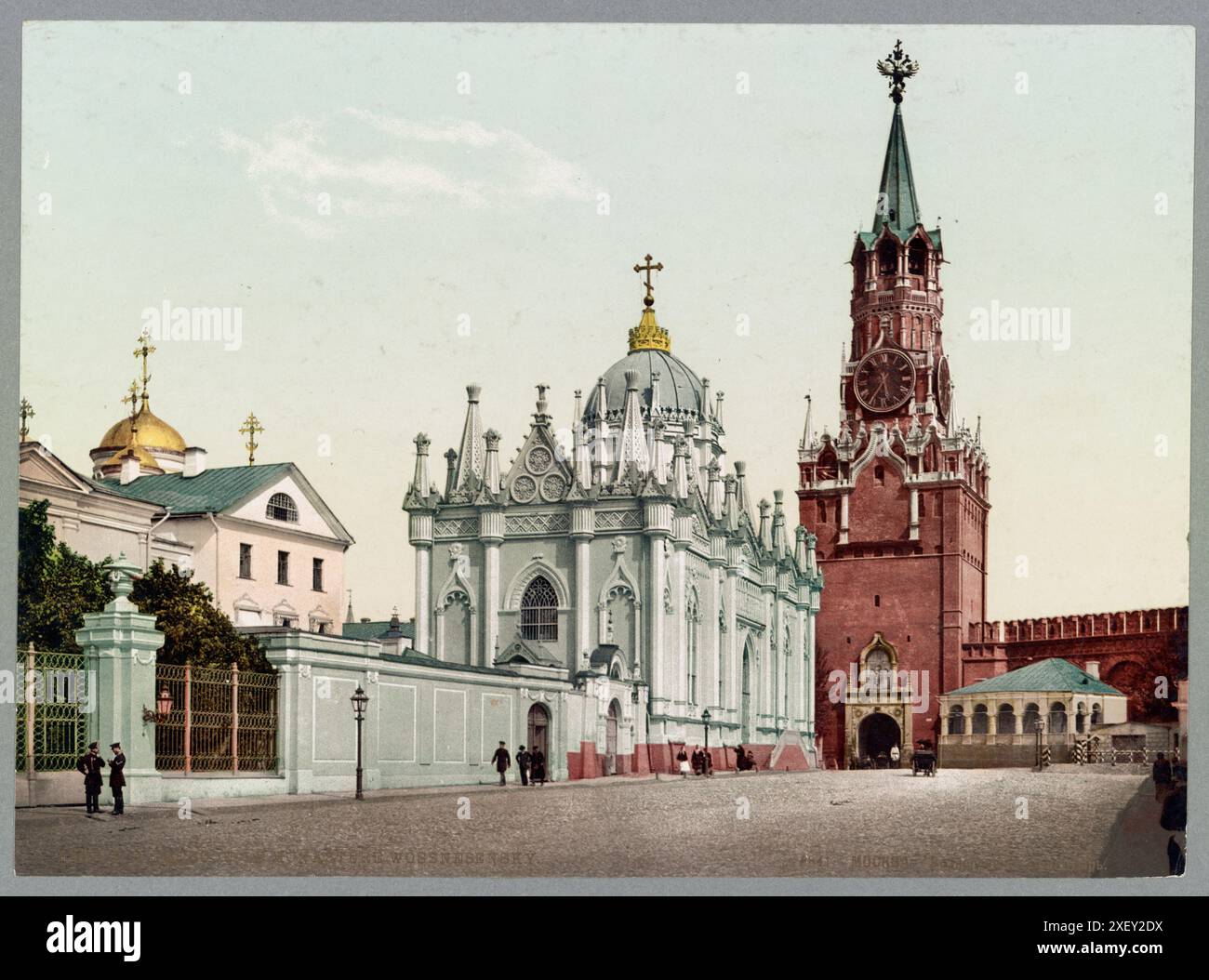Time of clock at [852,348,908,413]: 5:35
